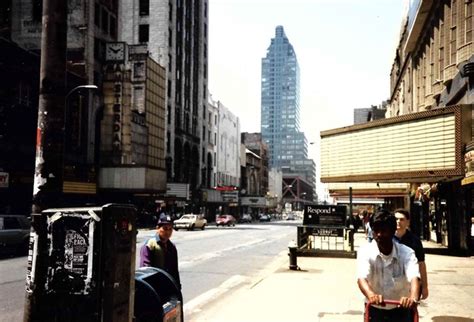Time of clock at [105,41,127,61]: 1:50
